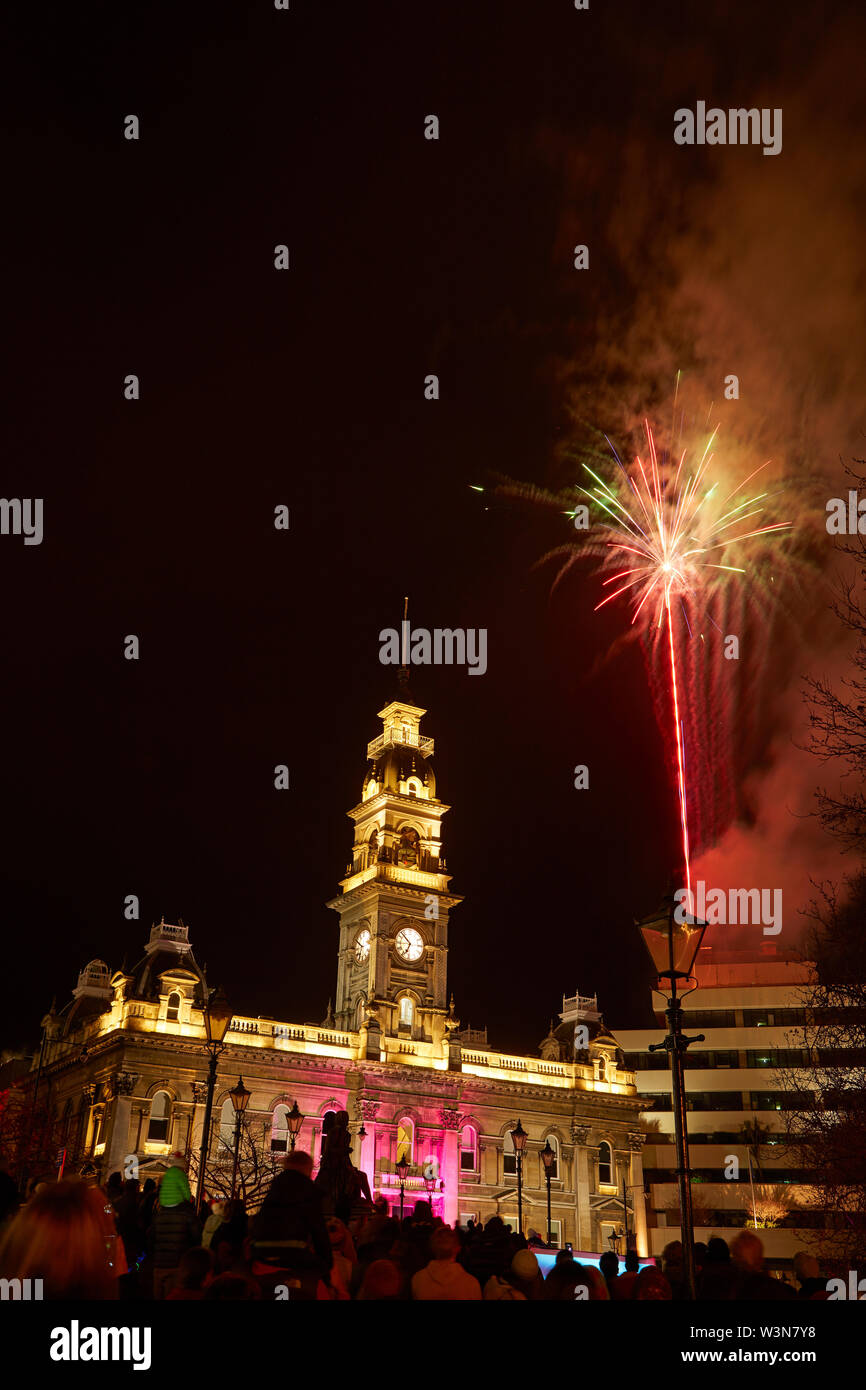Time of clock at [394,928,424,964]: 6:52
